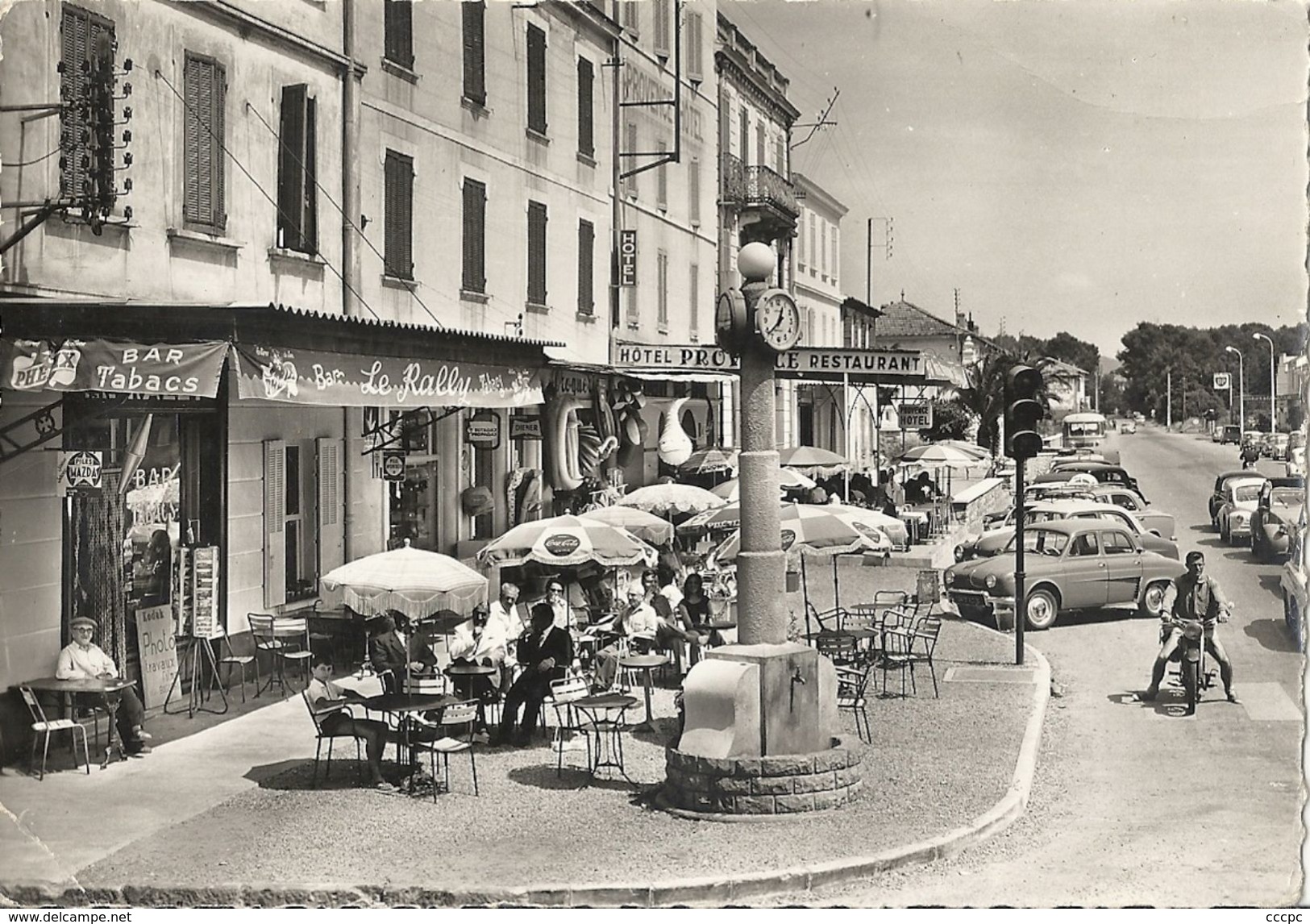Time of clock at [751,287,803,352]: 12:37
